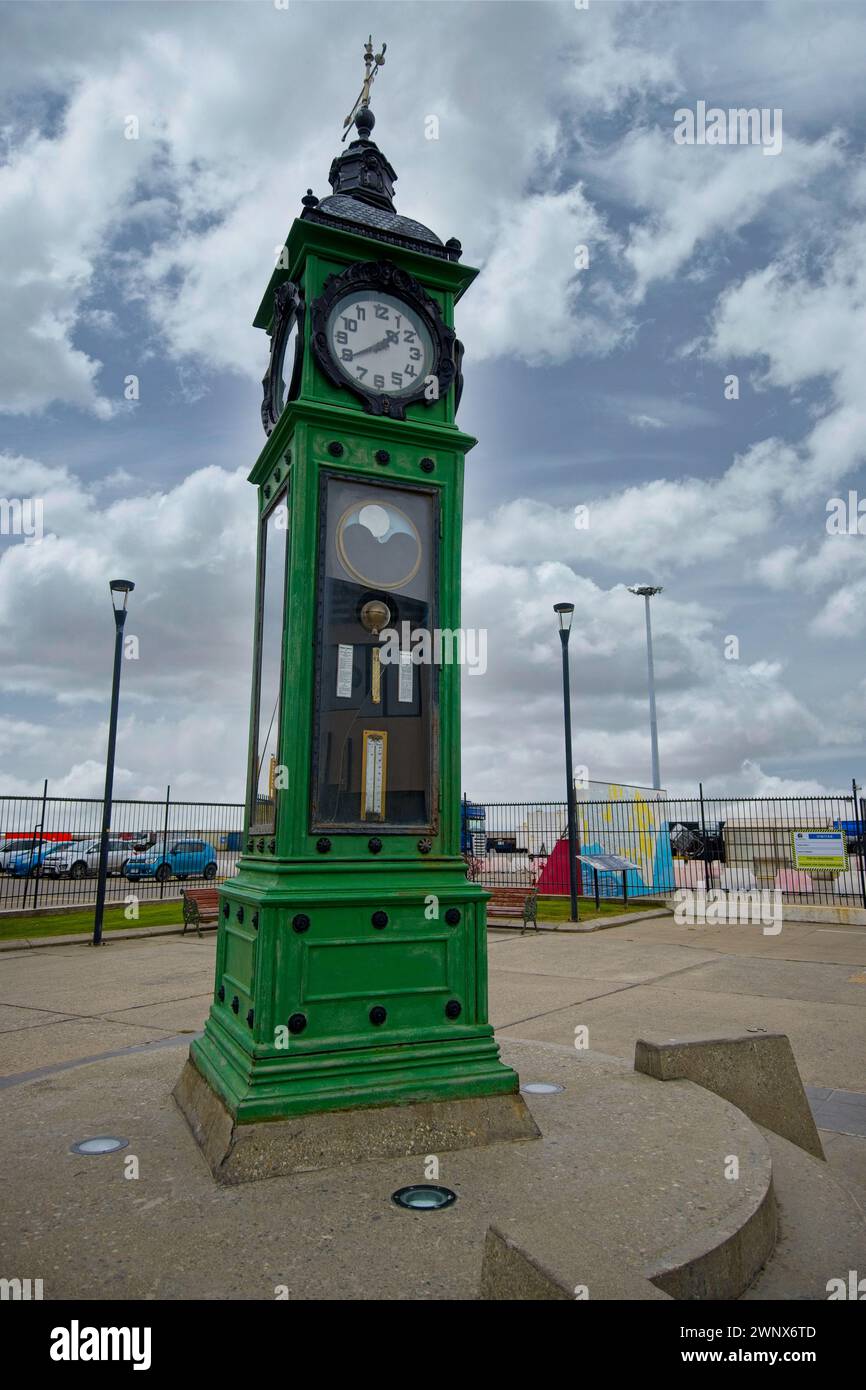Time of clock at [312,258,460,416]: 1:39
